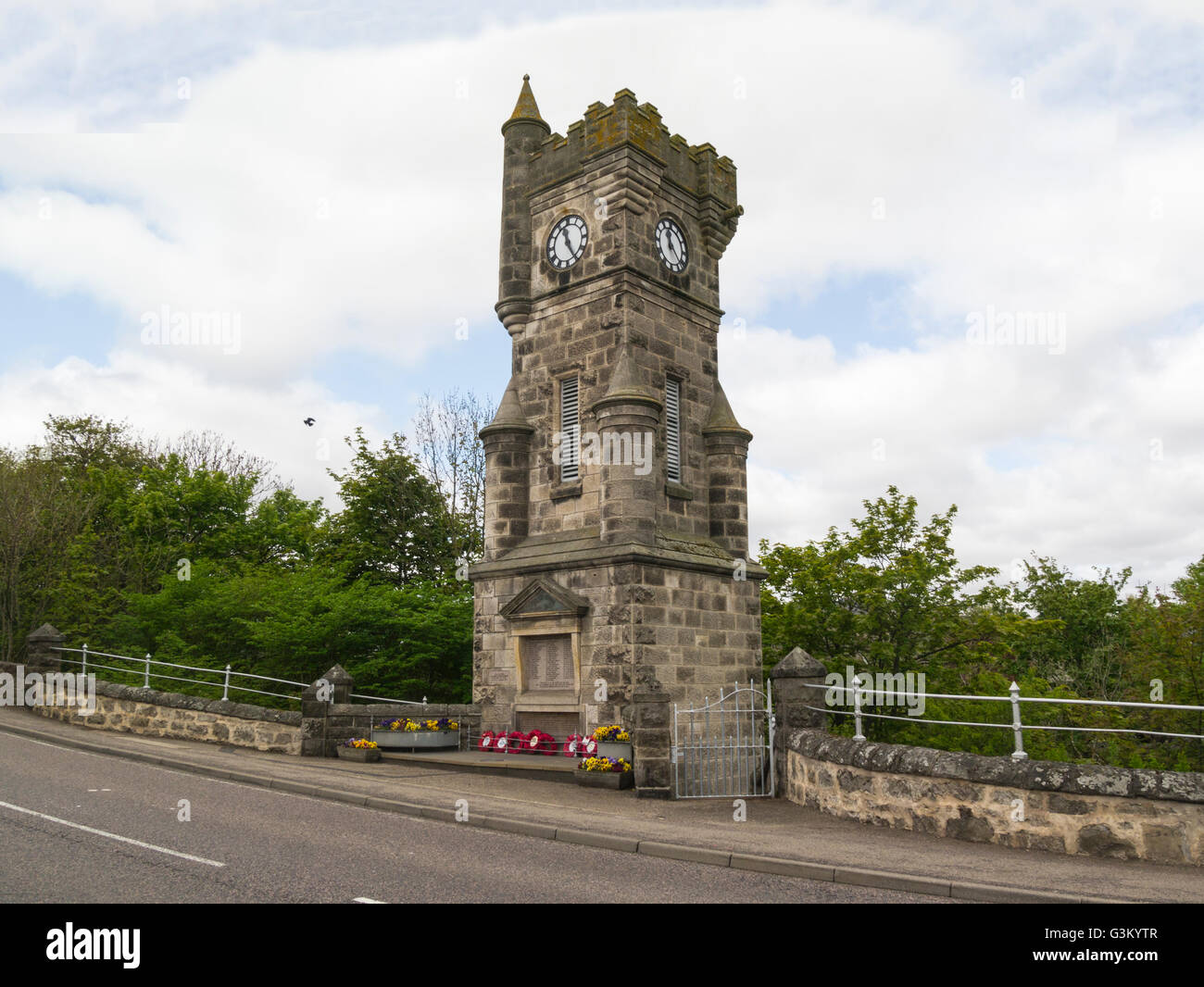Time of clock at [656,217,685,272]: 11:22
